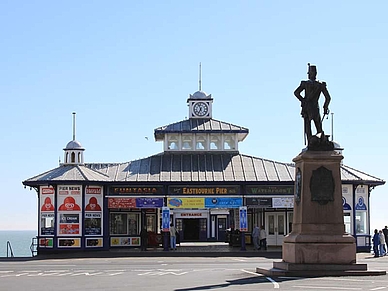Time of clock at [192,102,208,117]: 6:56
